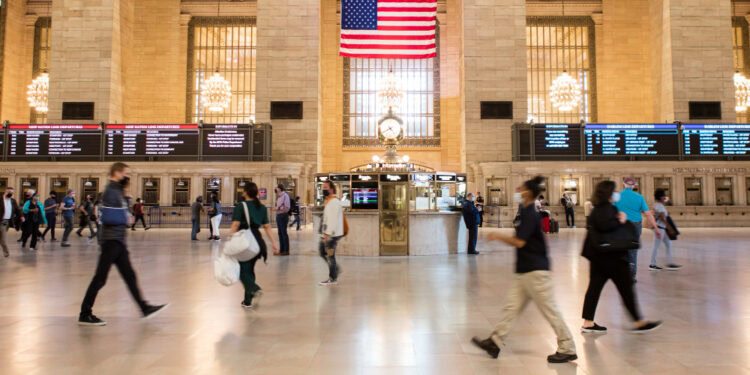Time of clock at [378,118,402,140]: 4:40
